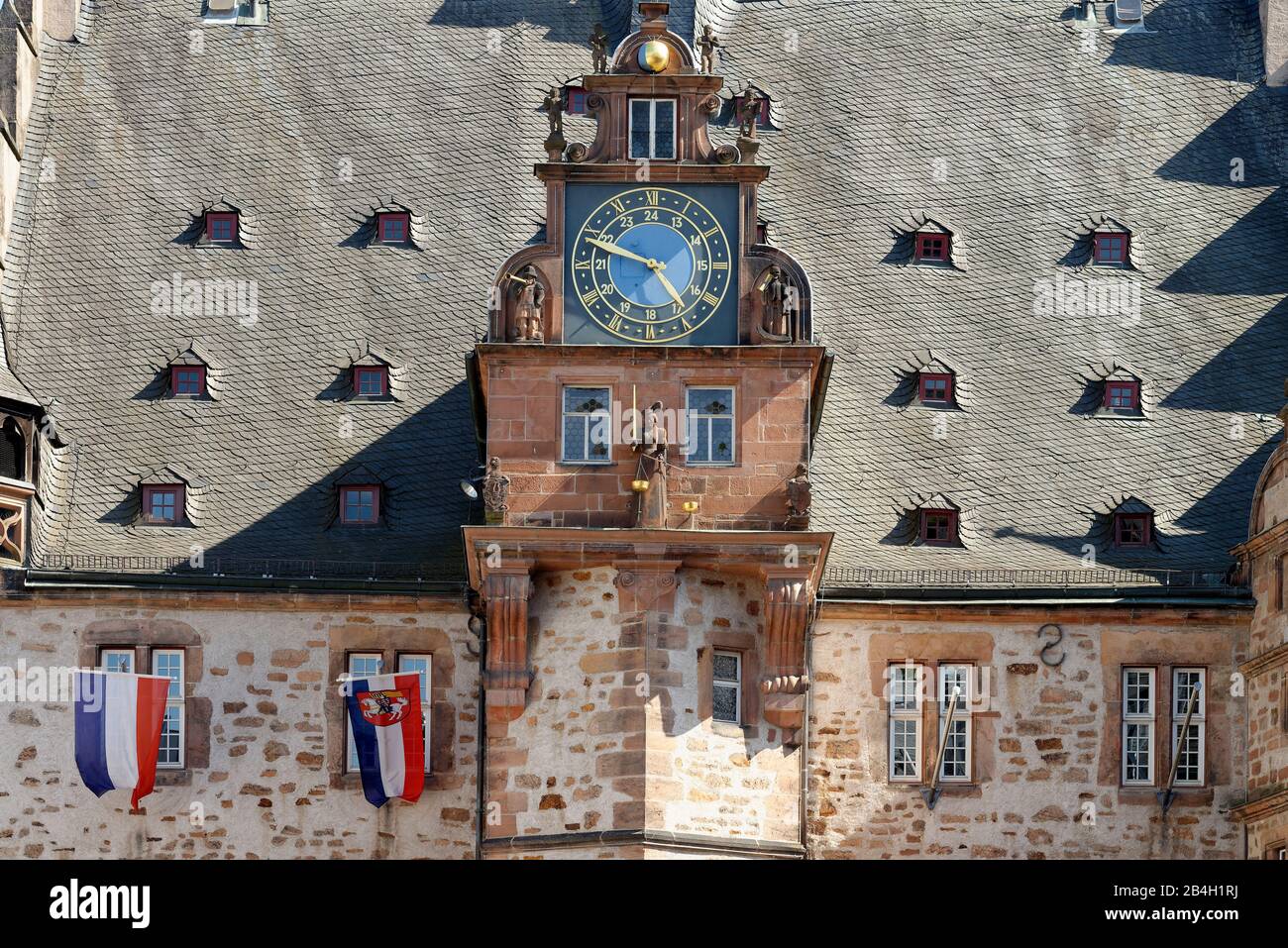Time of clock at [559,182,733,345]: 4:48
